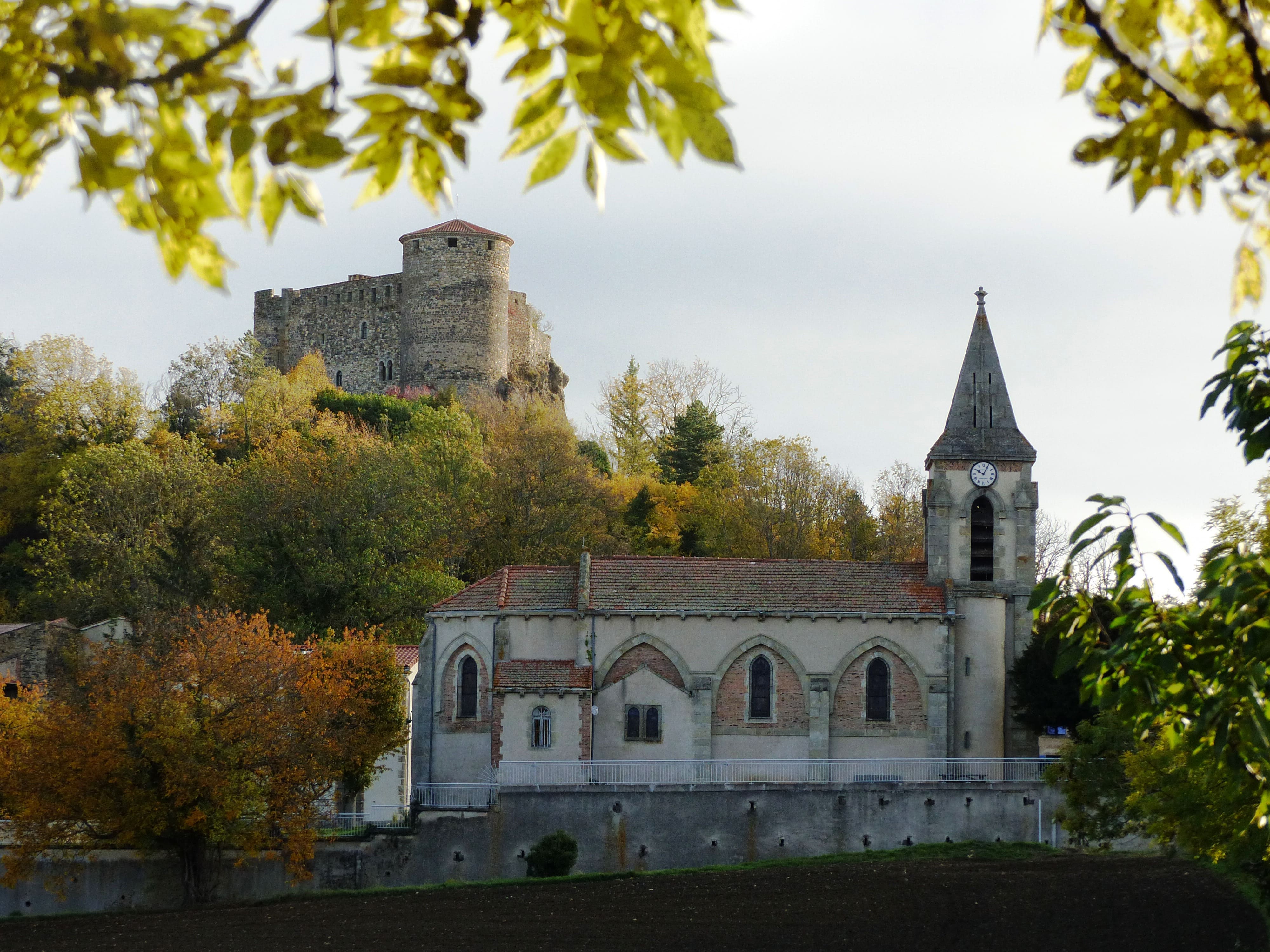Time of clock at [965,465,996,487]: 10:04
